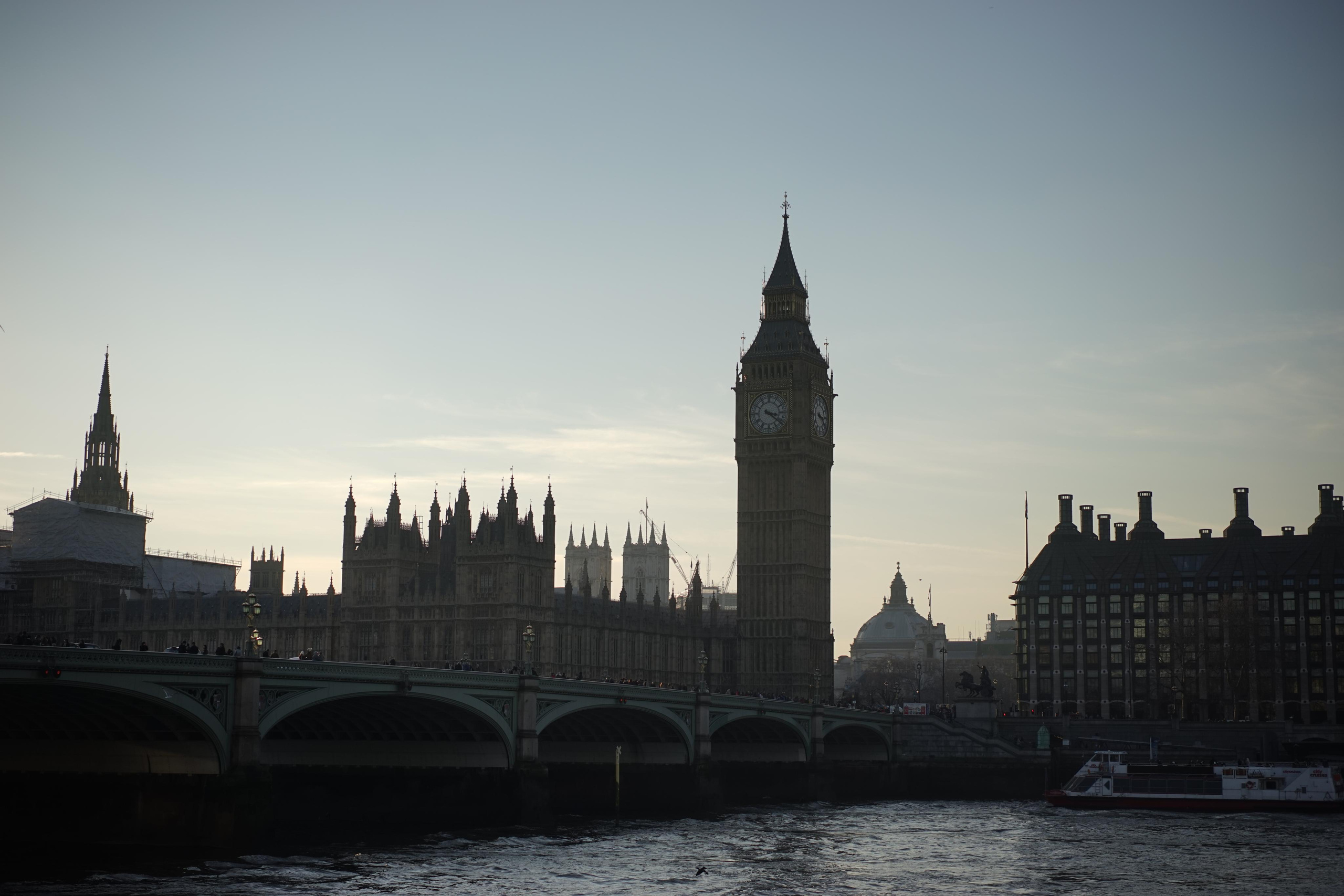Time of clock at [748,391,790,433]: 3:21
